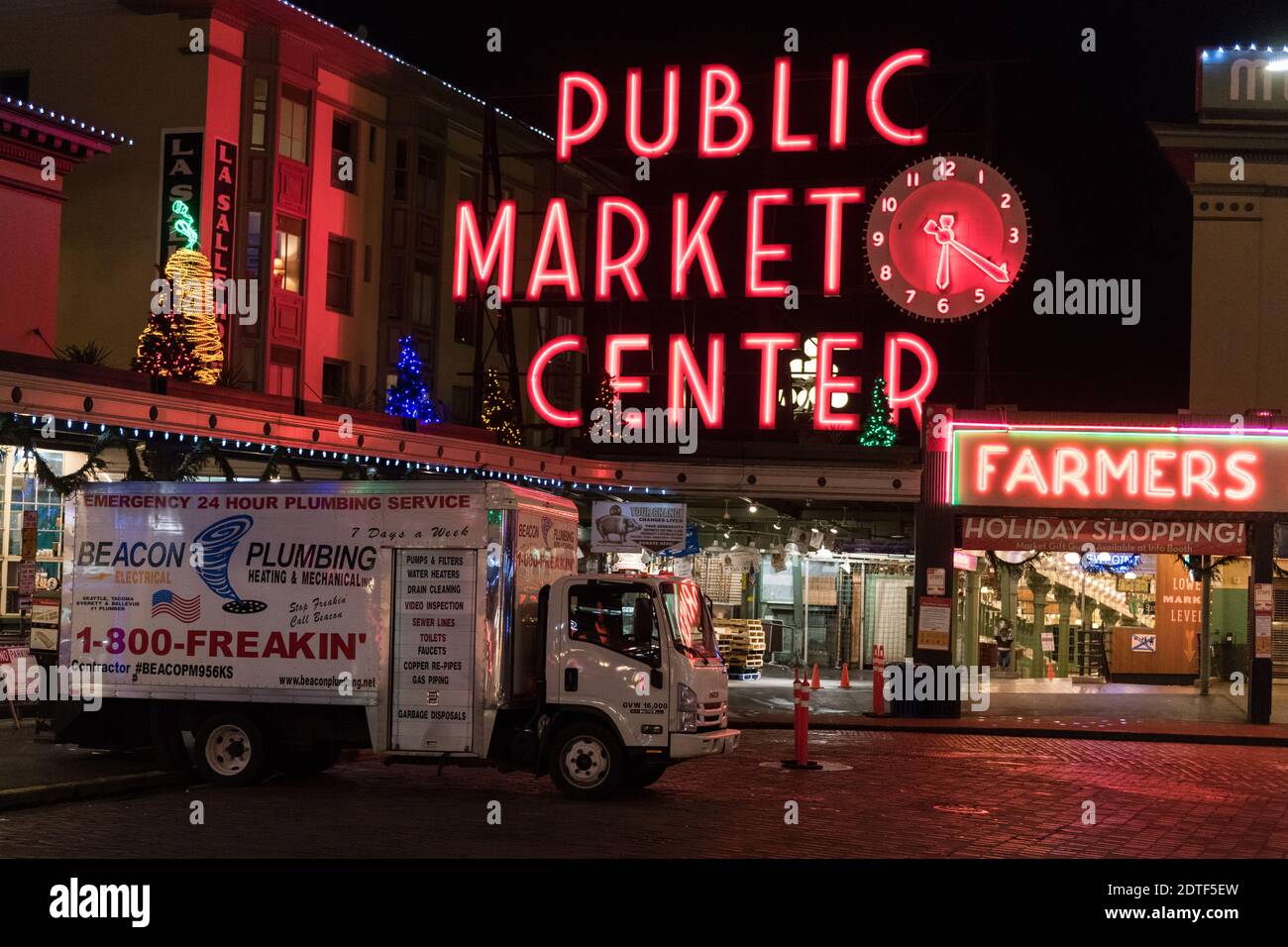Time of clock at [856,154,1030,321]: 6:20
